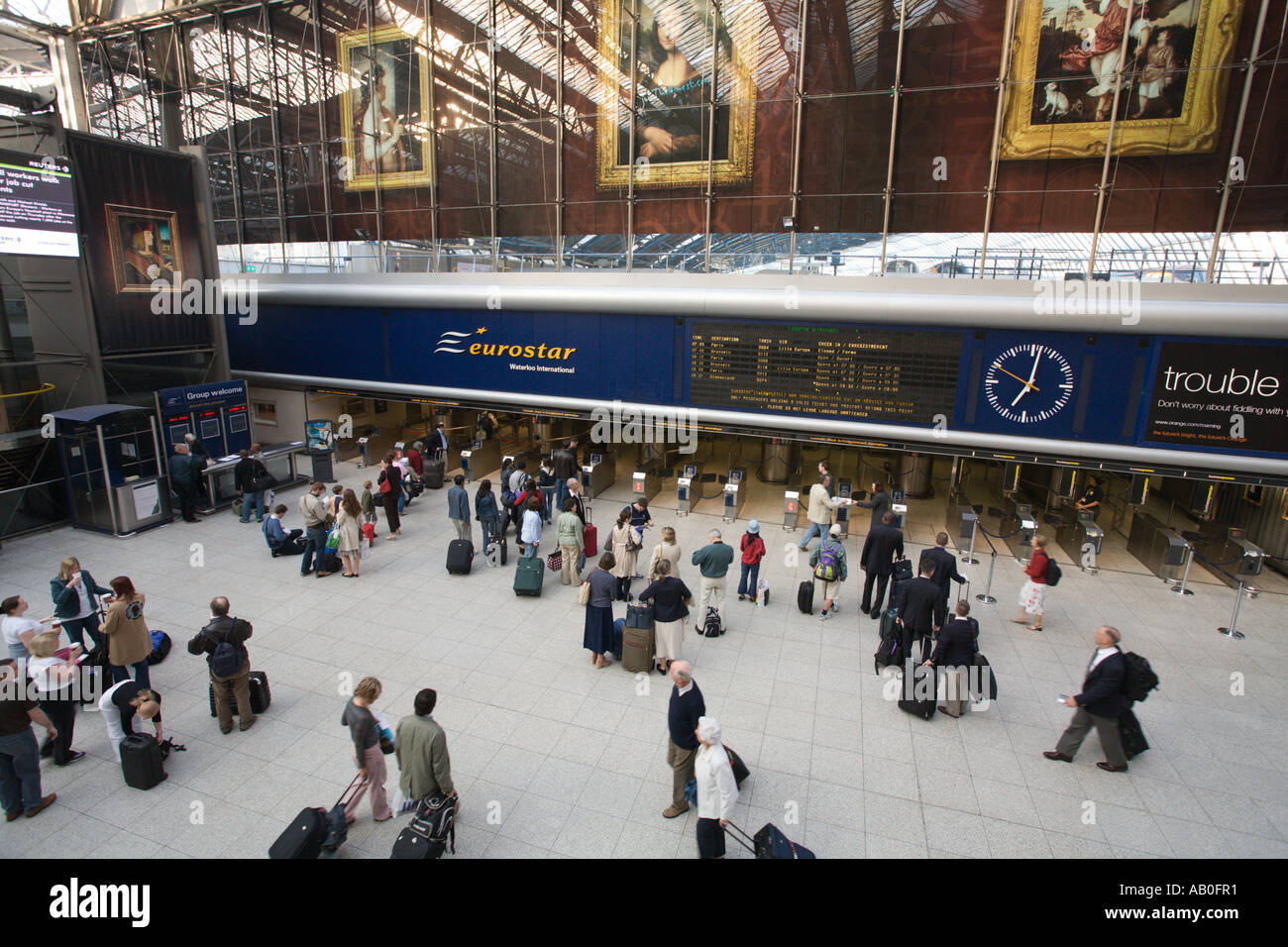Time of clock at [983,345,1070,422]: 7:01
